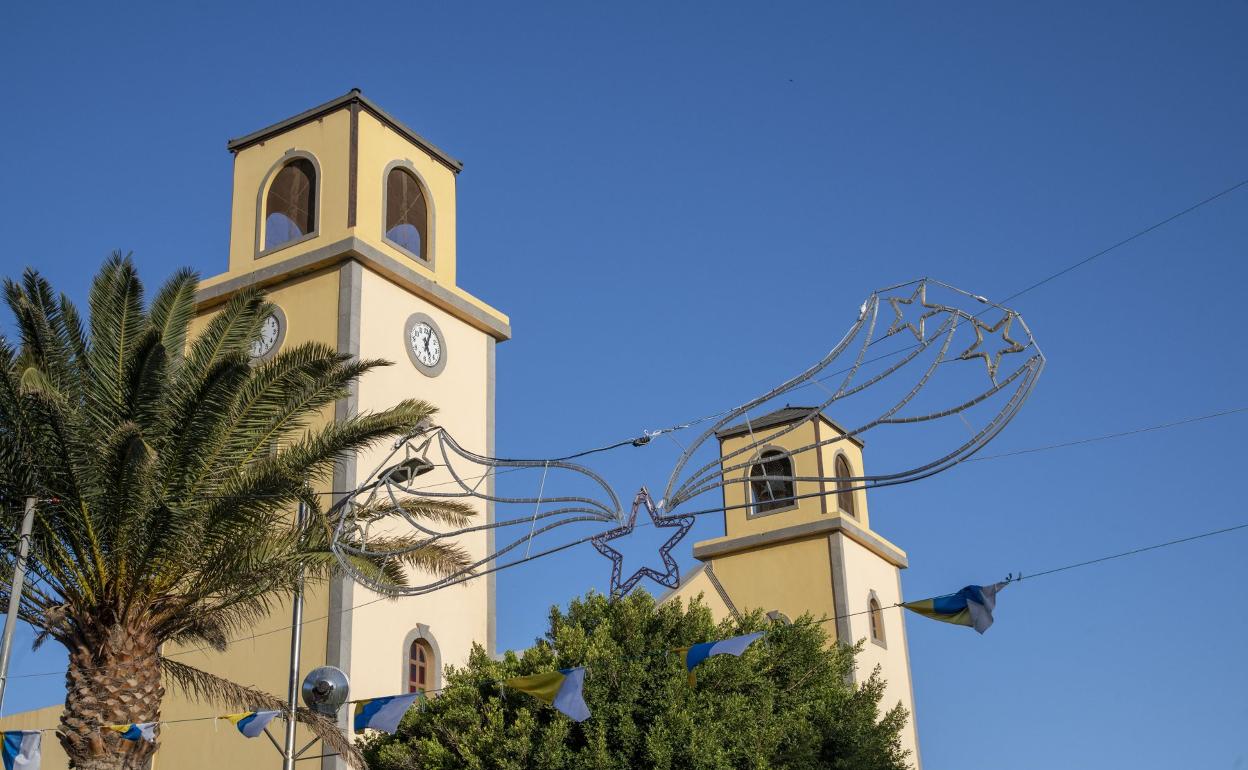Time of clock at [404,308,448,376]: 5:03
